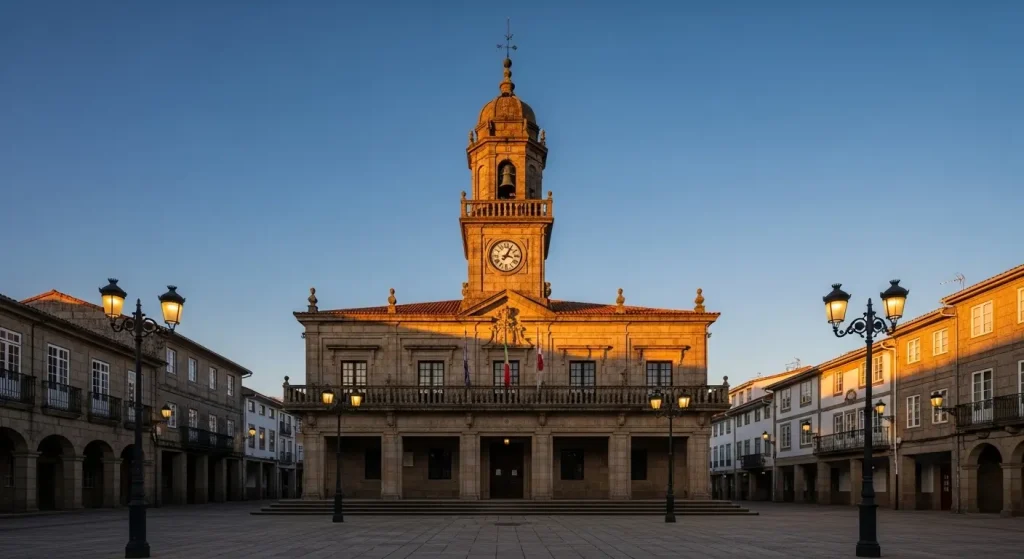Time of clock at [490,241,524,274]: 3:04
